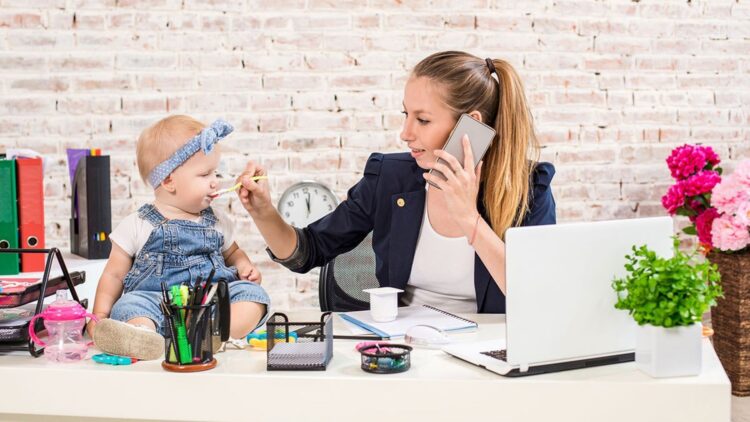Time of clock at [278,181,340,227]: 12:02
